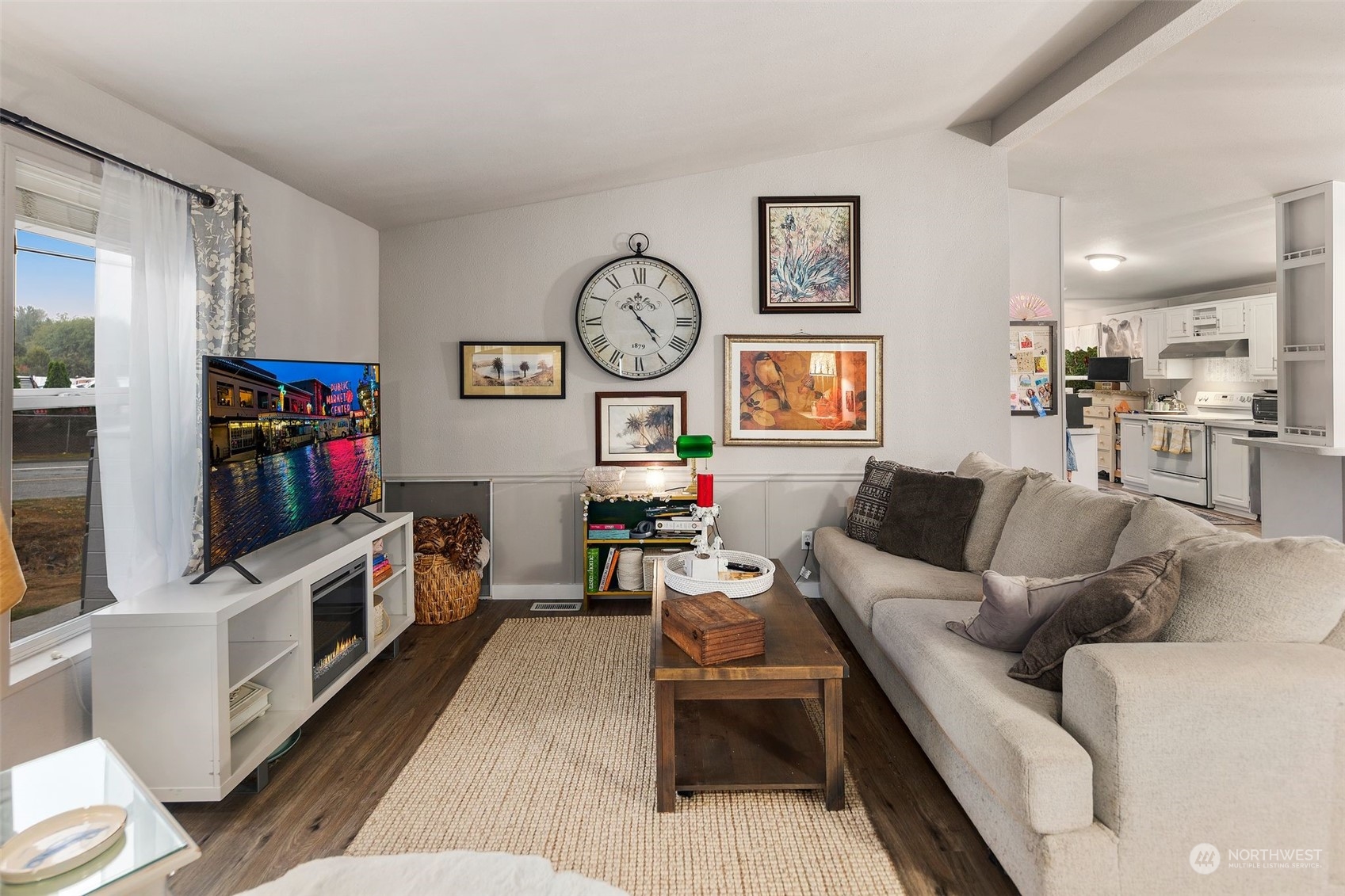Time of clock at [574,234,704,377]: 4:23
